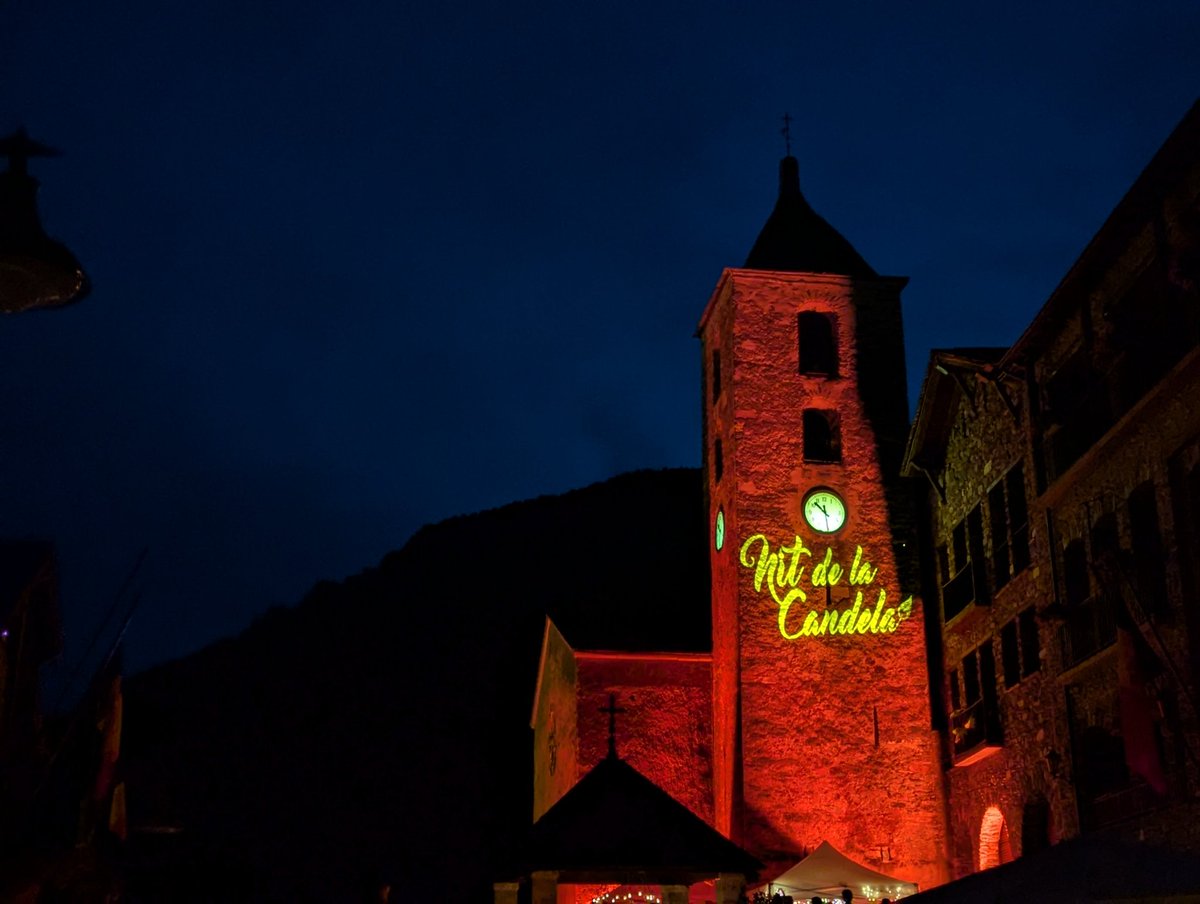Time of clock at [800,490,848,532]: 11:52
